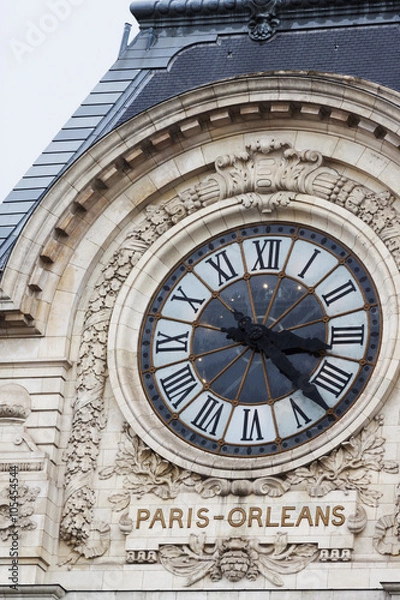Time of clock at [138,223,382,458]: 3:22
